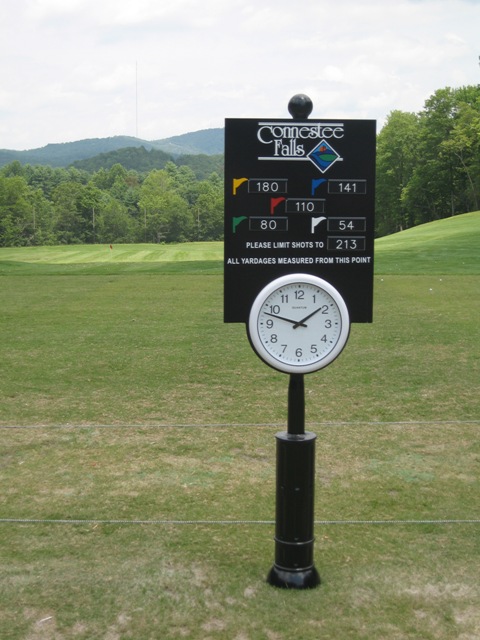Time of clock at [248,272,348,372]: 1:47
